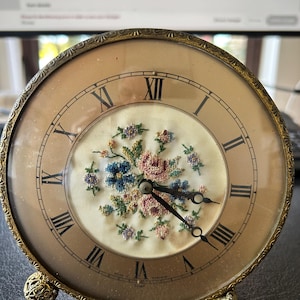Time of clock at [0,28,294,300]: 3:21
